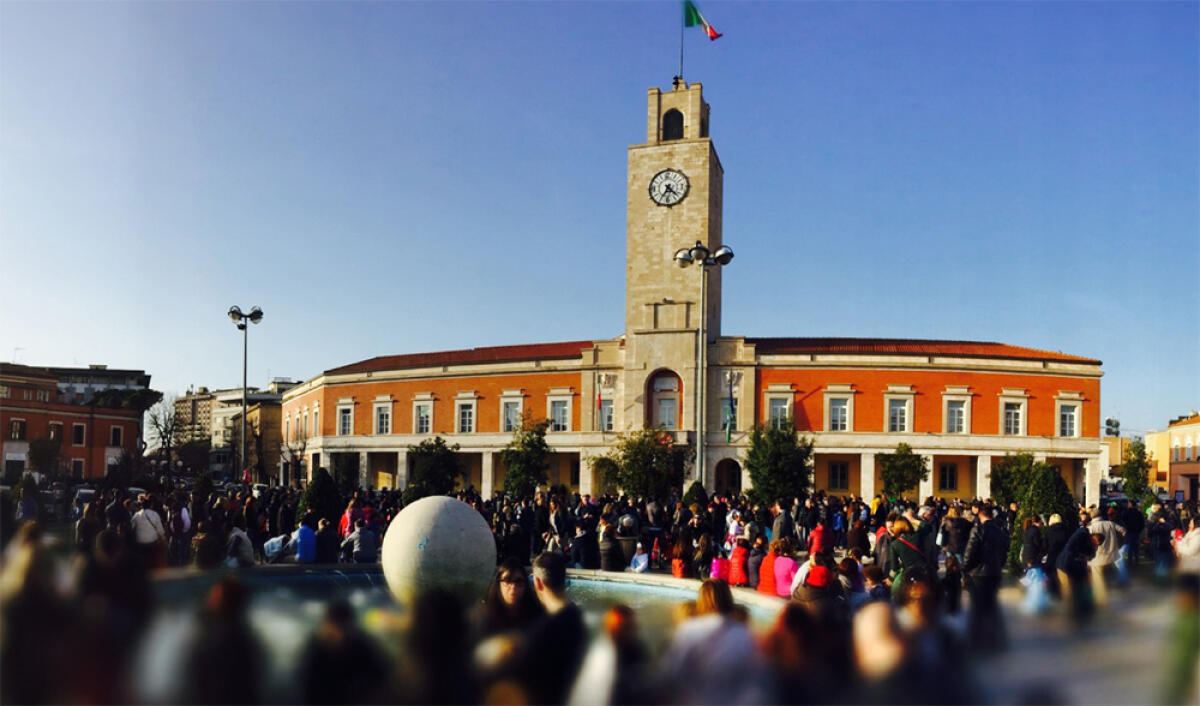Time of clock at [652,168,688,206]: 4:34
